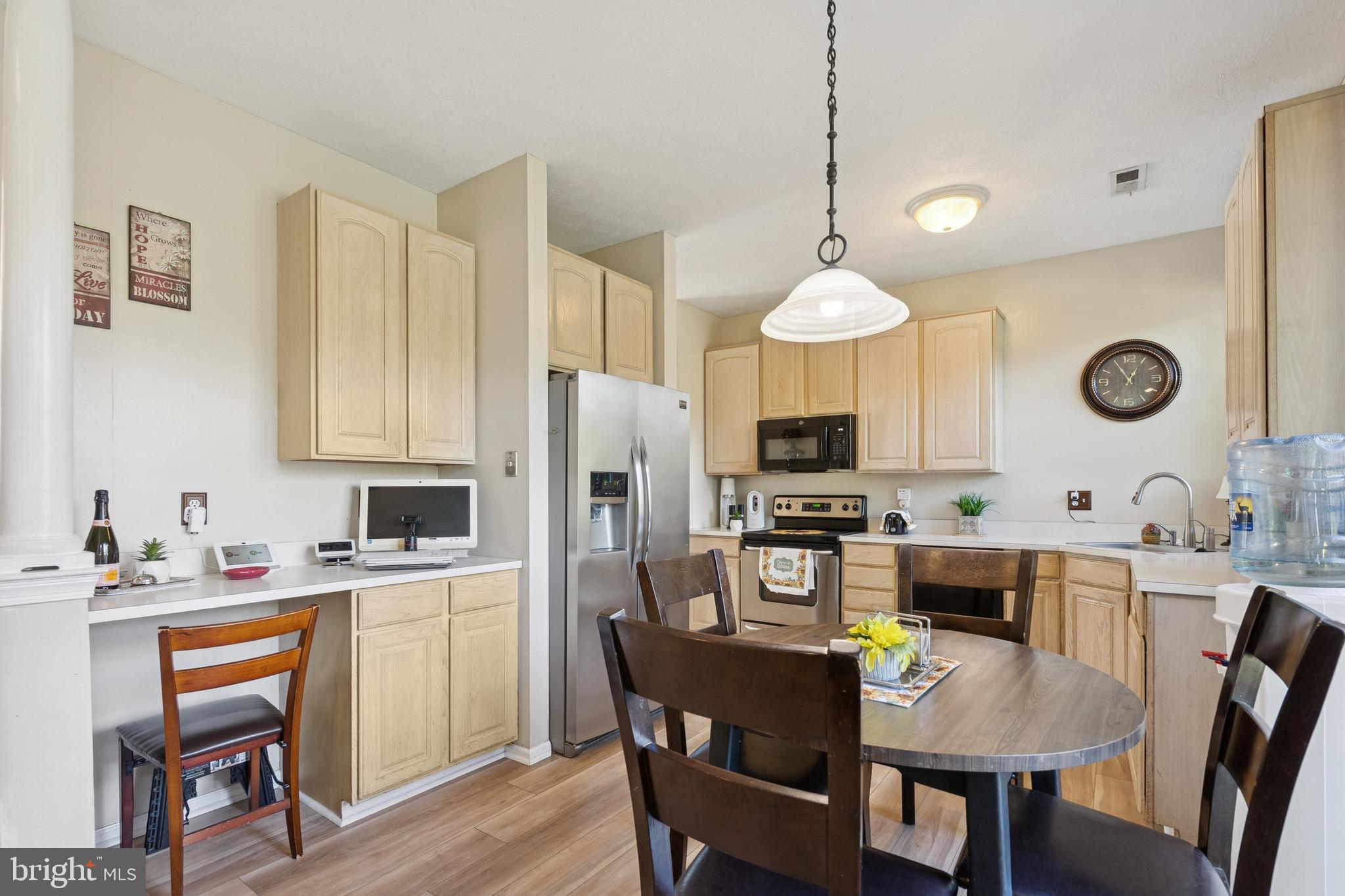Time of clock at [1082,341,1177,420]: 12:55
